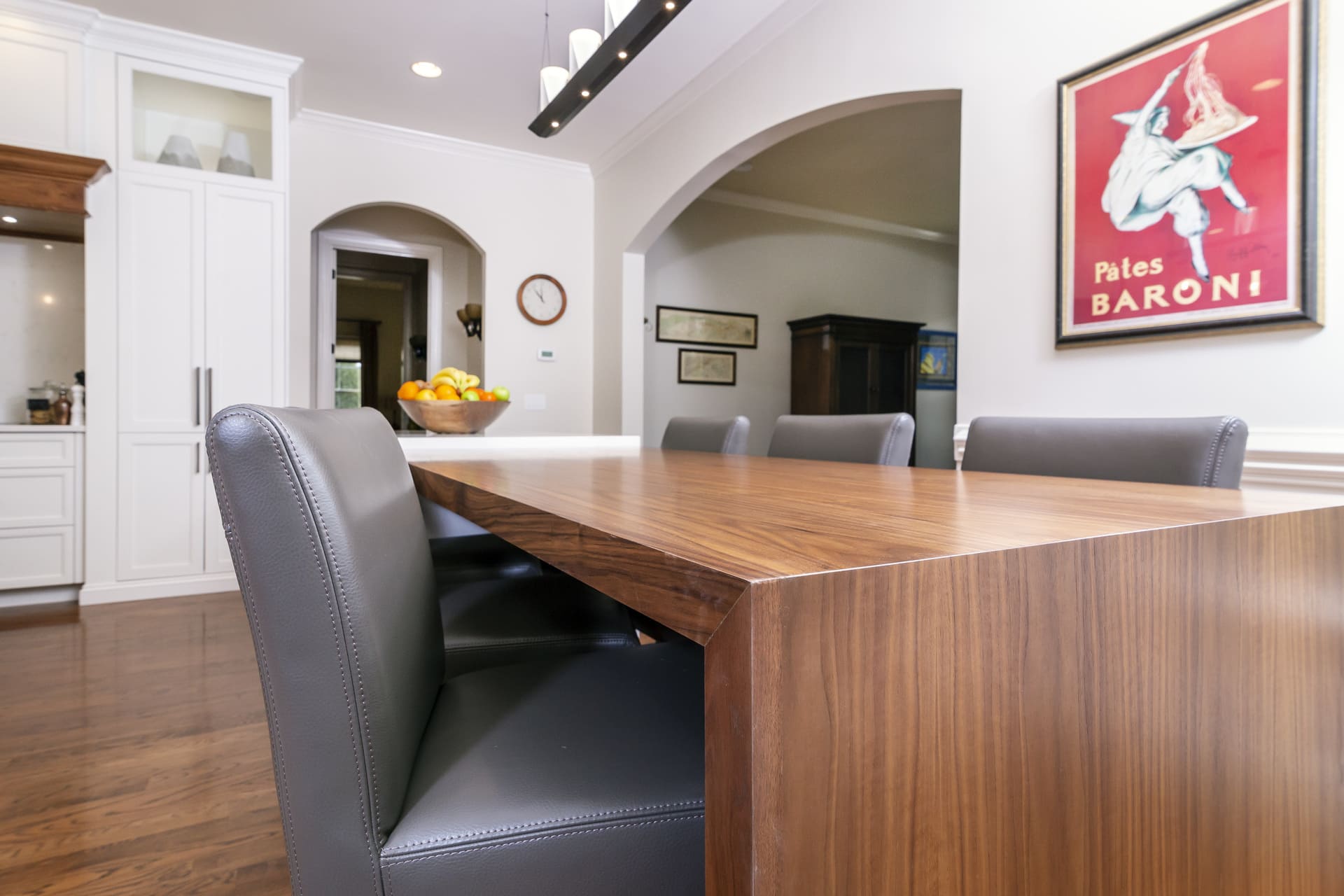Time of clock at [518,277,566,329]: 11:53
